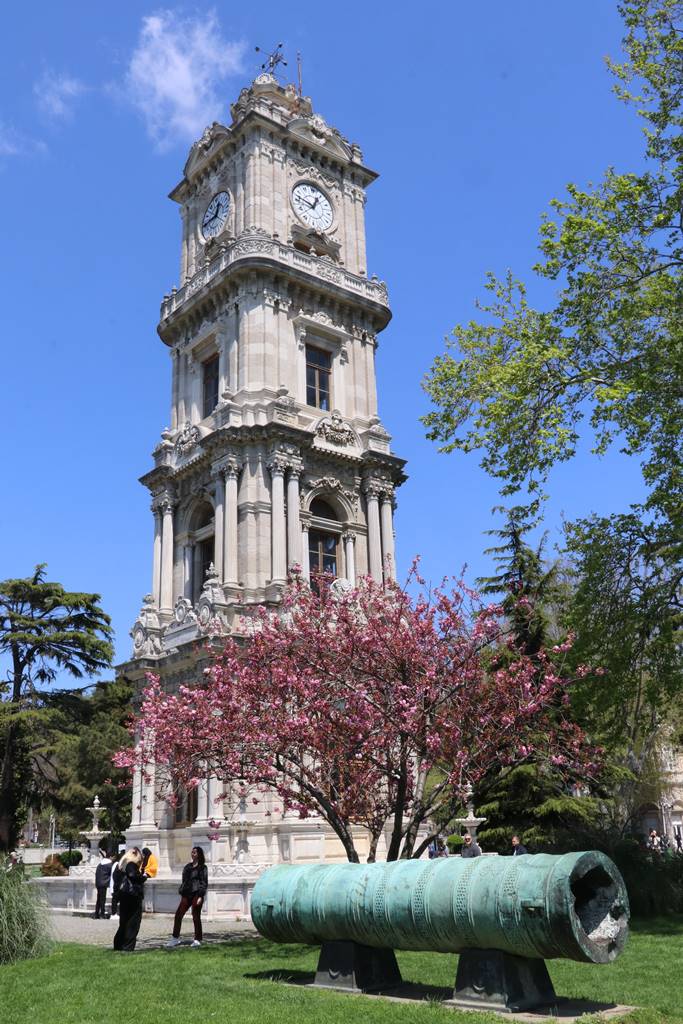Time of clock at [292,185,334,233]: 12:47
